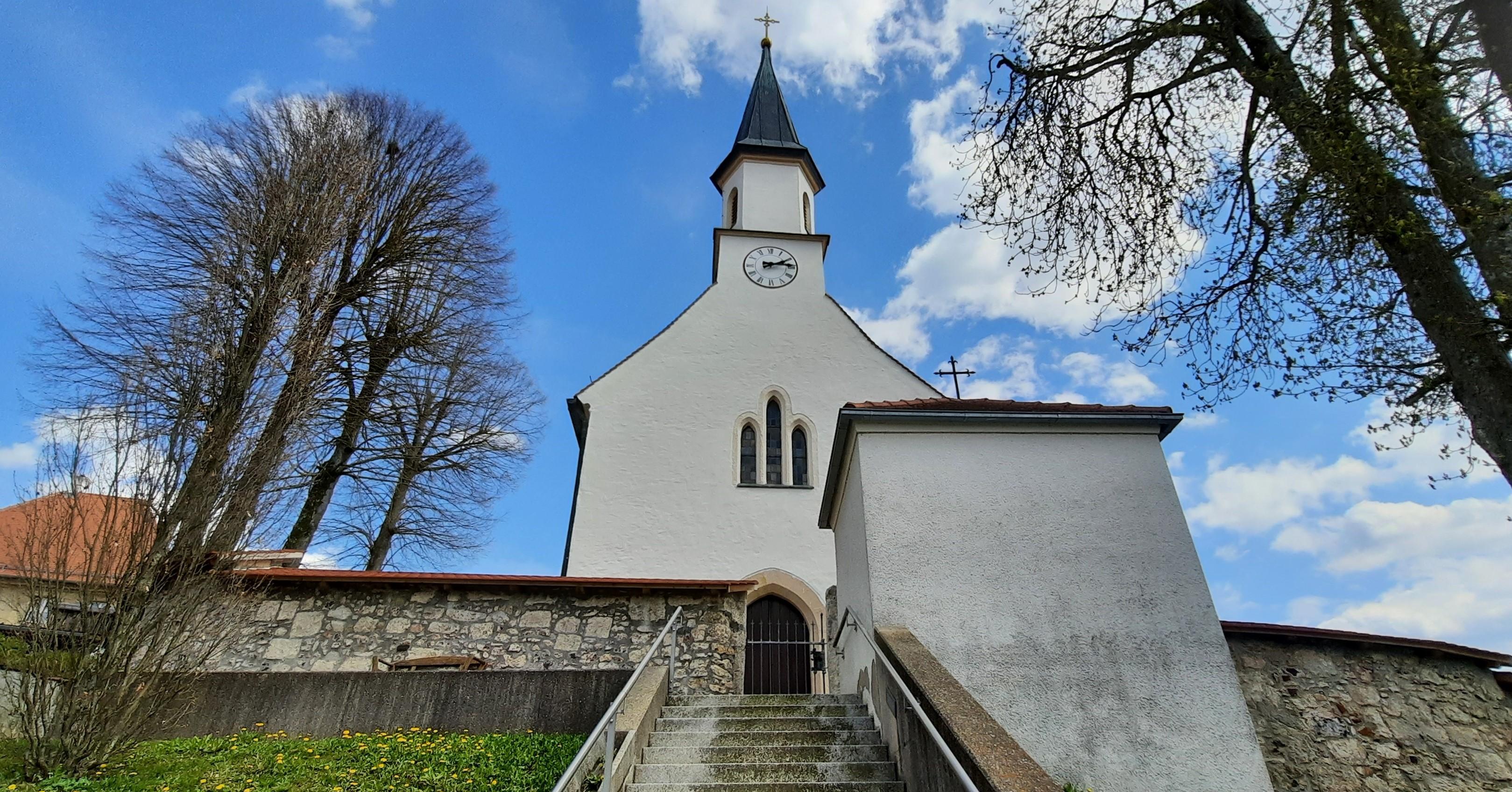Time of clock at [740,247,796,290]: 2:14
